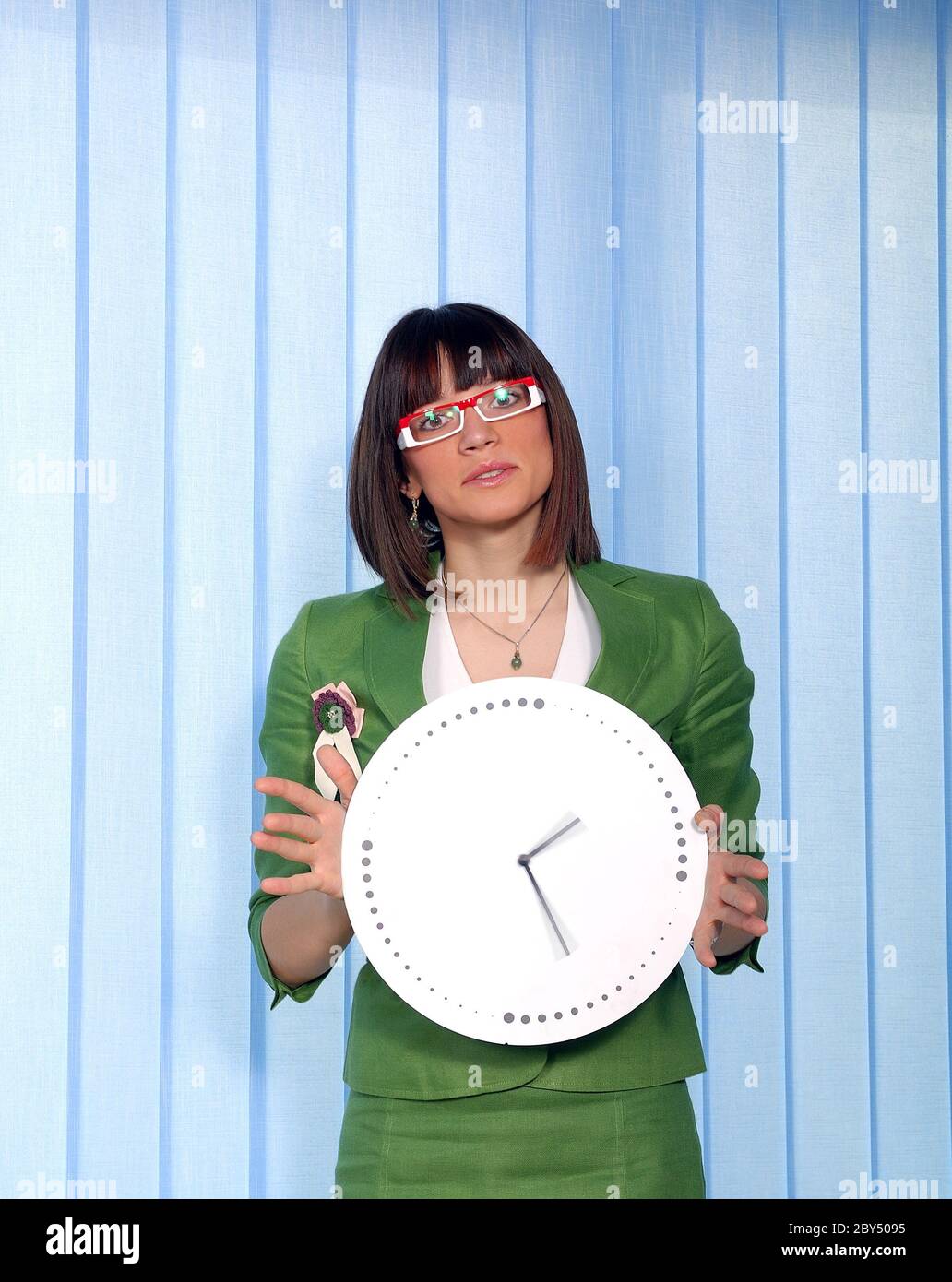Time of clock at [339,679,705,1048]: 1:24
